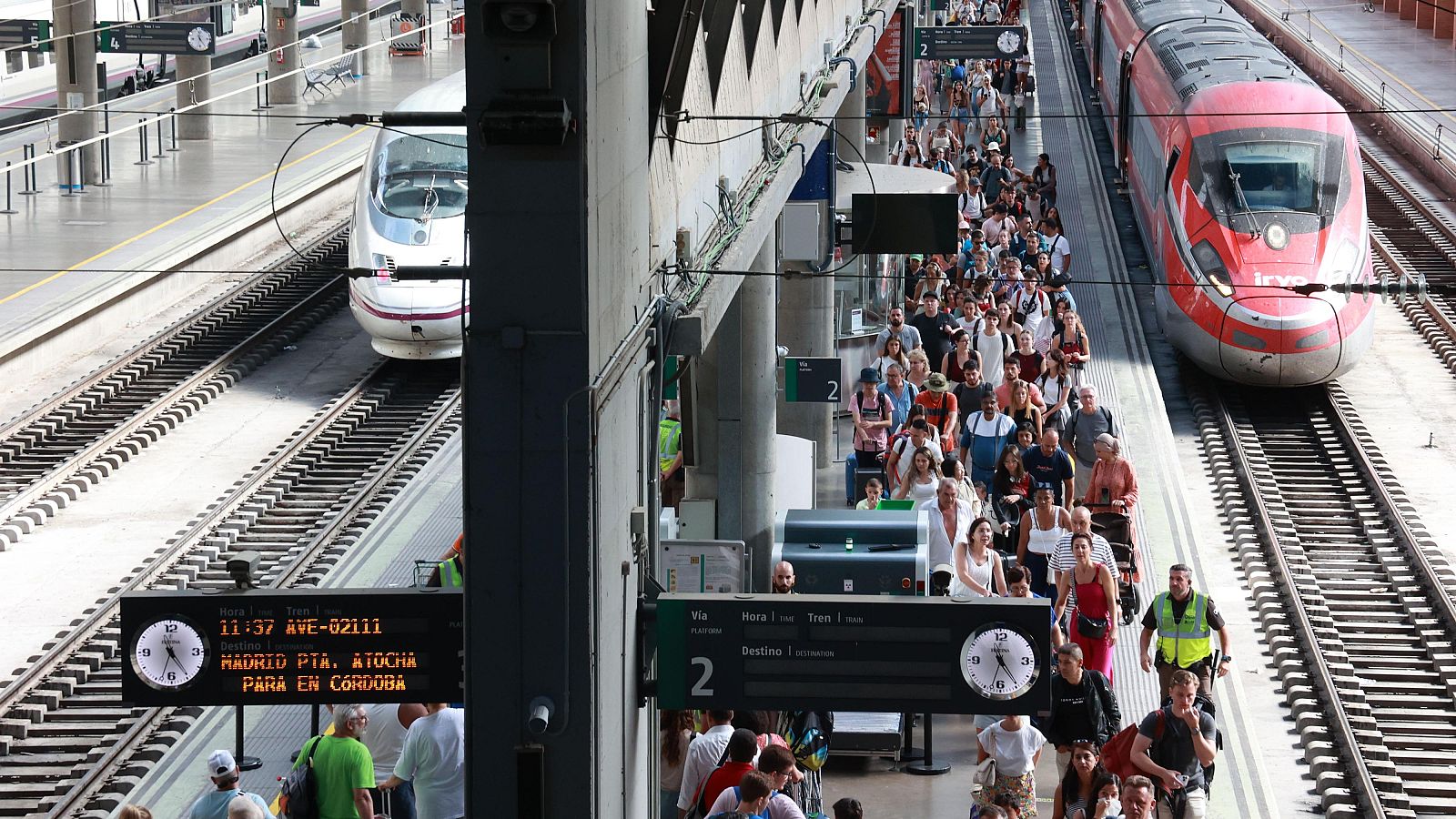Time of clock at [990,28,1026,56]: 4:59
